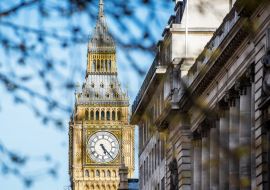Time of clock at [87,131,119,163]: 5:23
